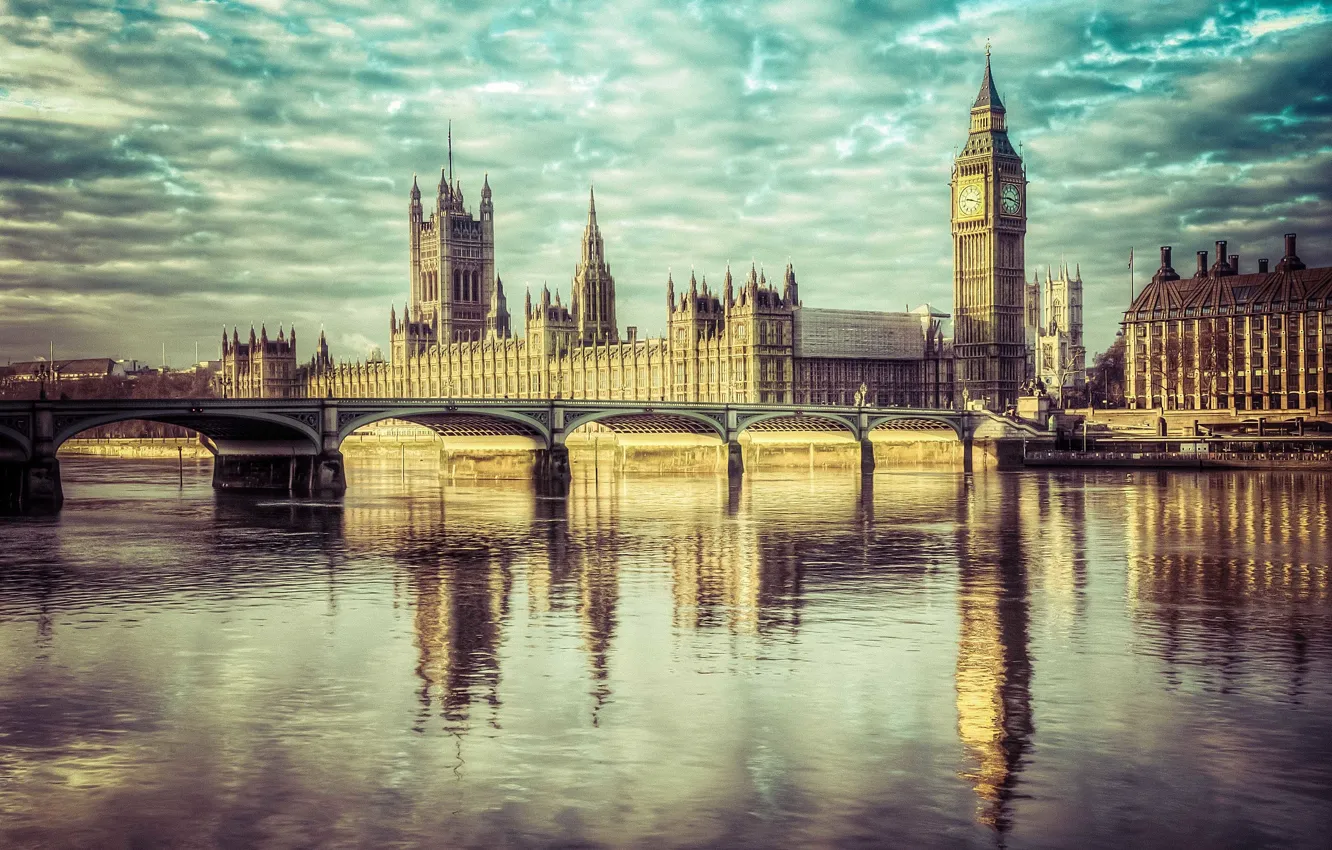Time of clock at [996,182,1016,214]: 9:17
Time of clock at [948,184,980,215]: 9:17
